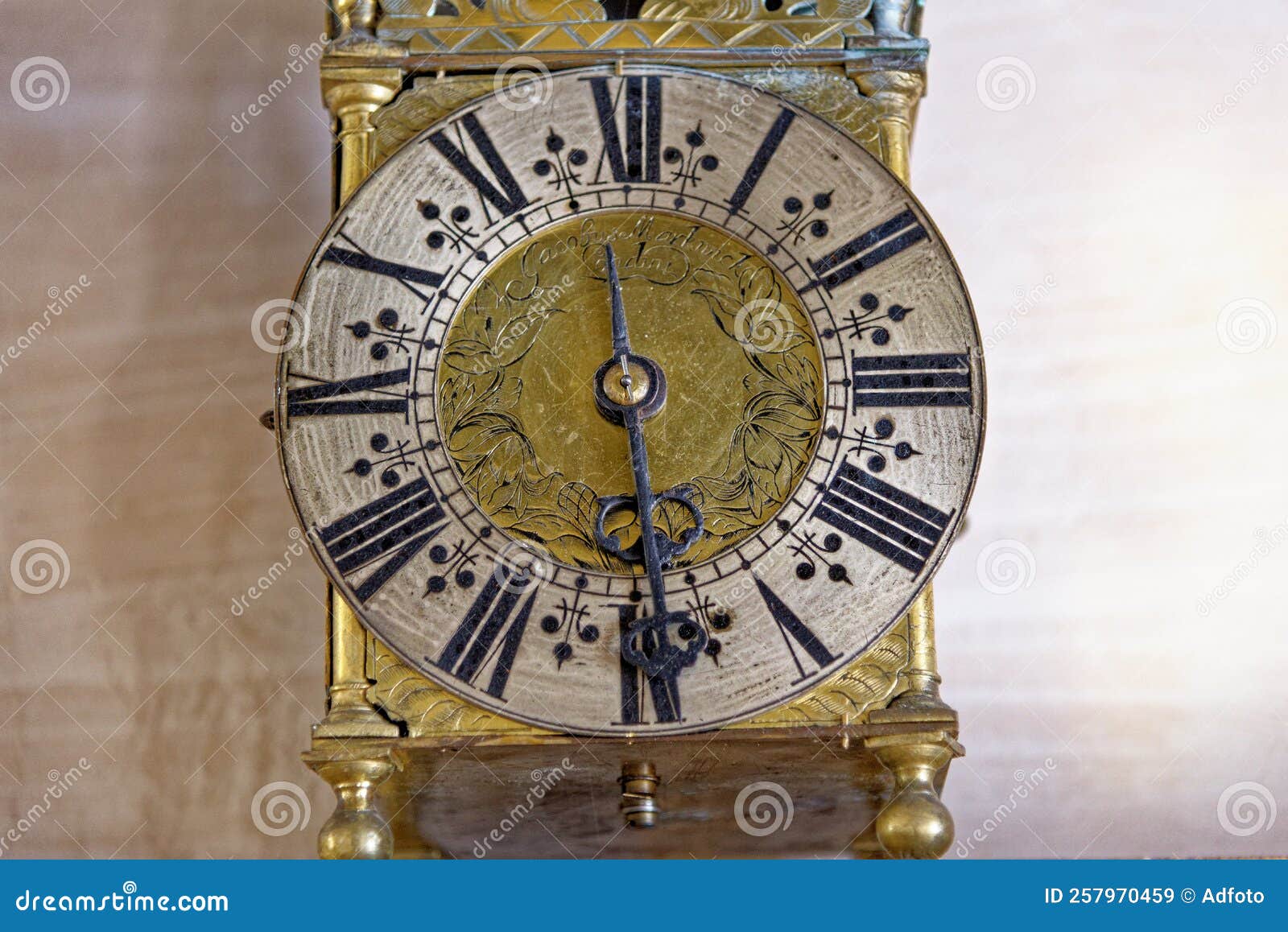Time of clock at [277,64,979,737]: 11:28
